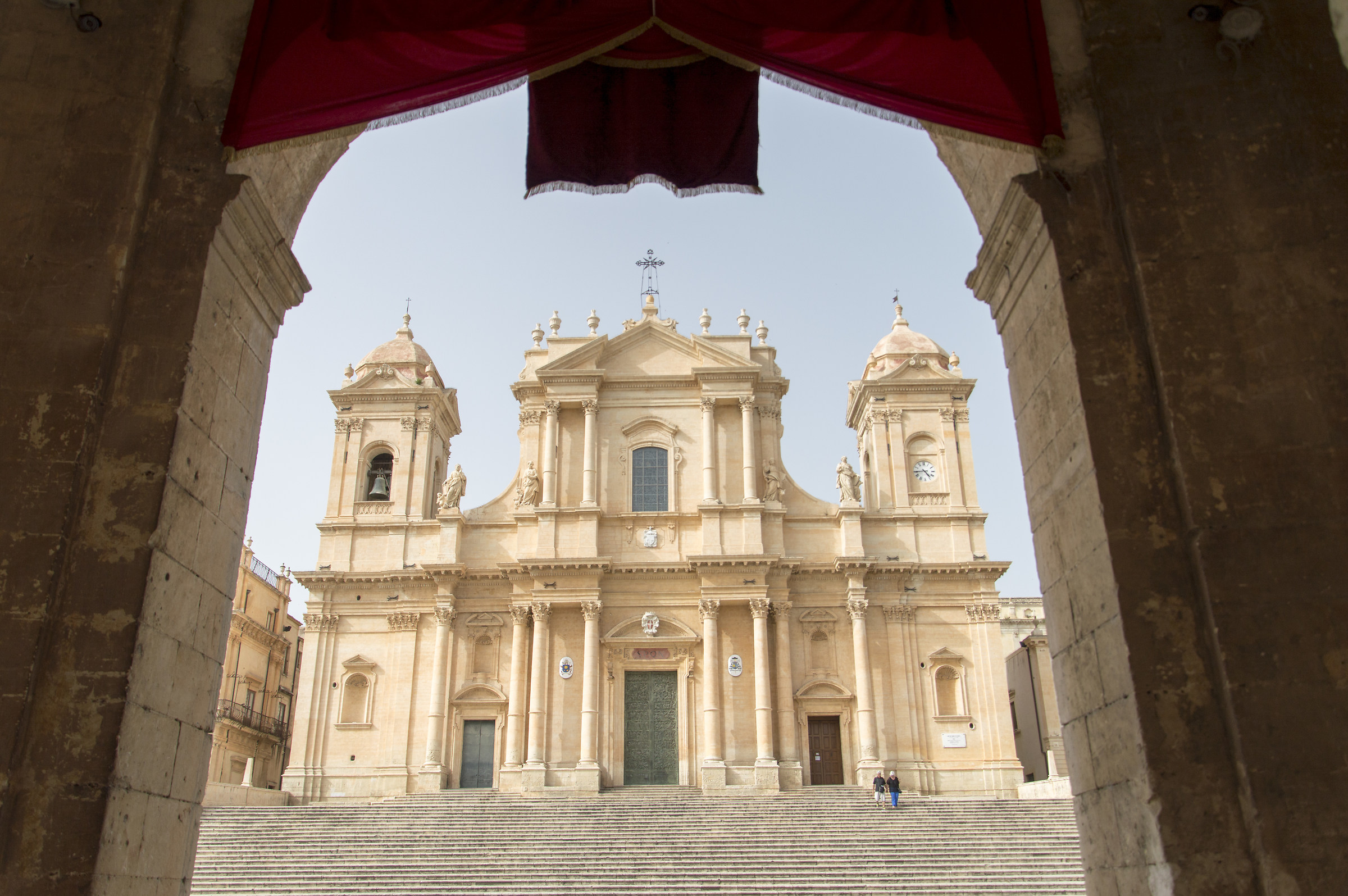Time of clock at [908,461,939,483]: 4:44
